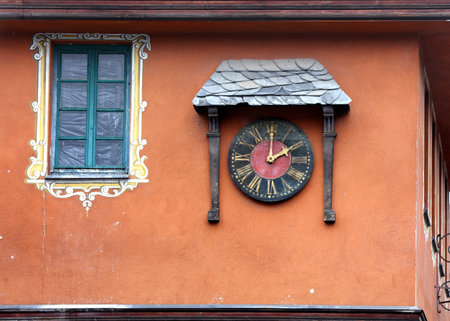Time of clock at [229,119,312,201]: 2:00
